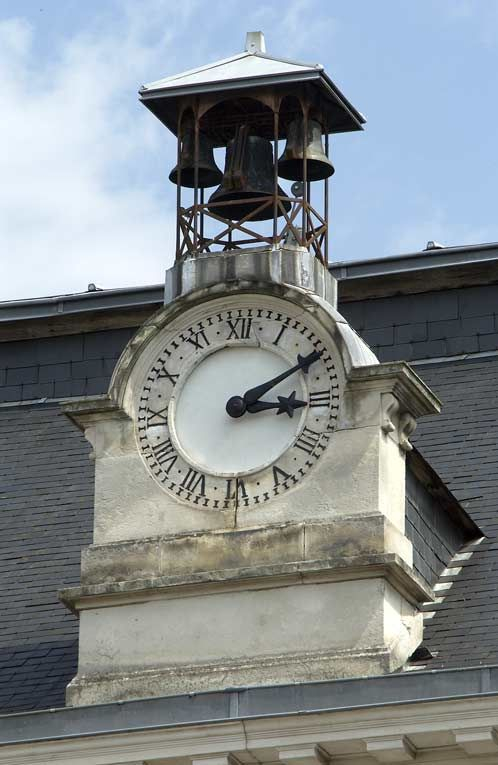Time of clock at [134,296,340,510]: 3:10
